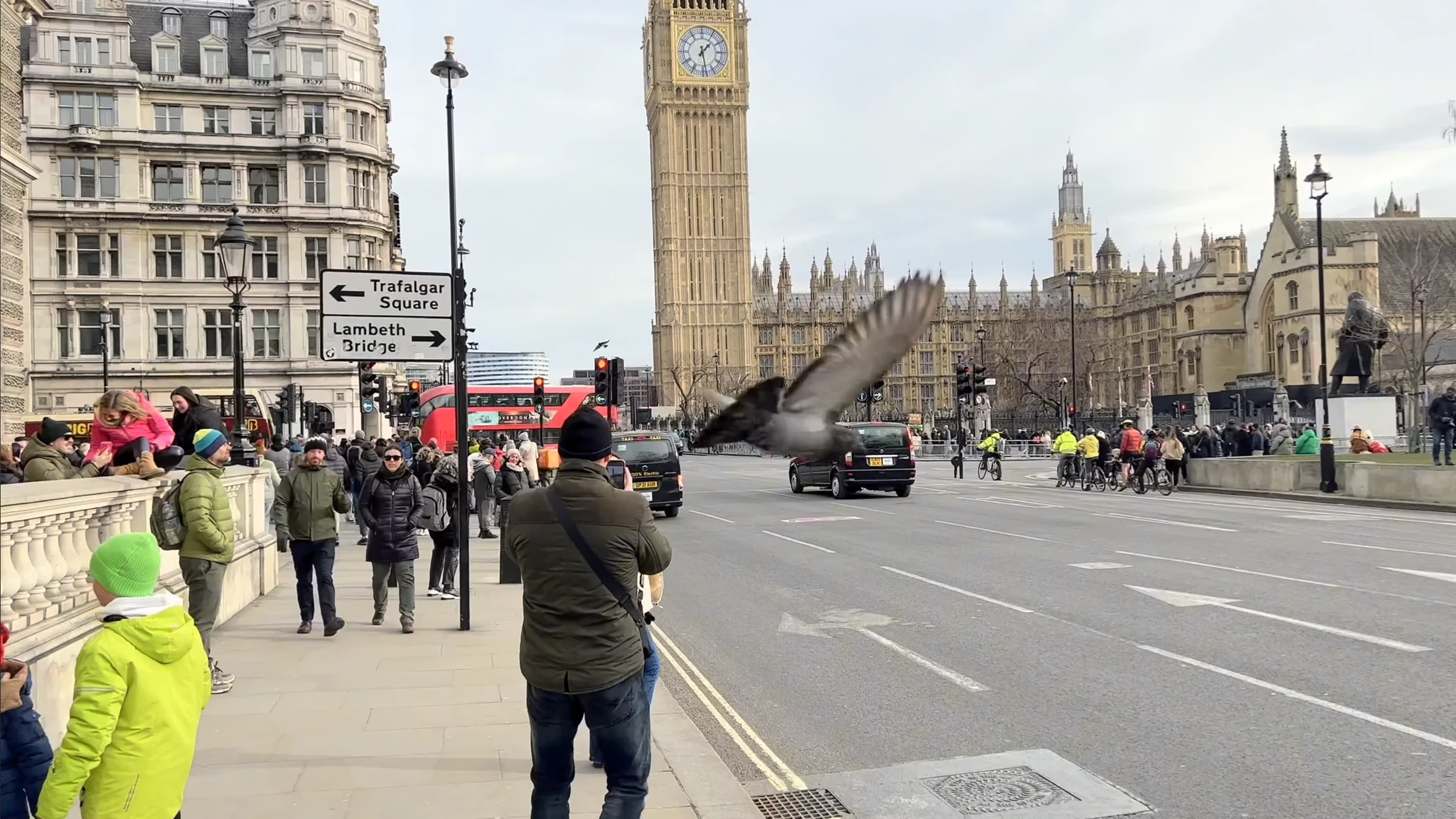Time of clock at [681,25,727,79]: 1:28
